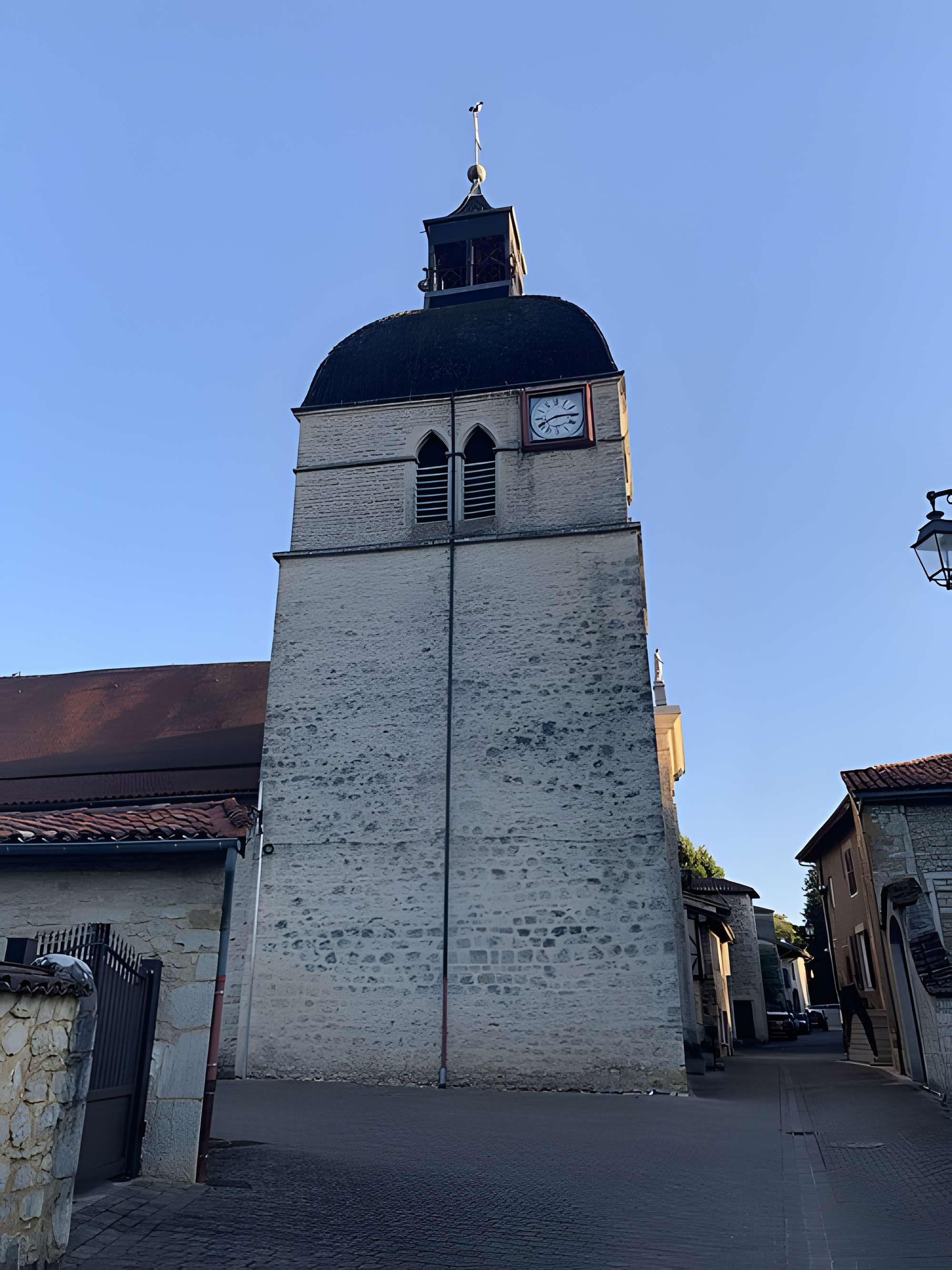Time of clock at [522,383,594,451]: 8:15
